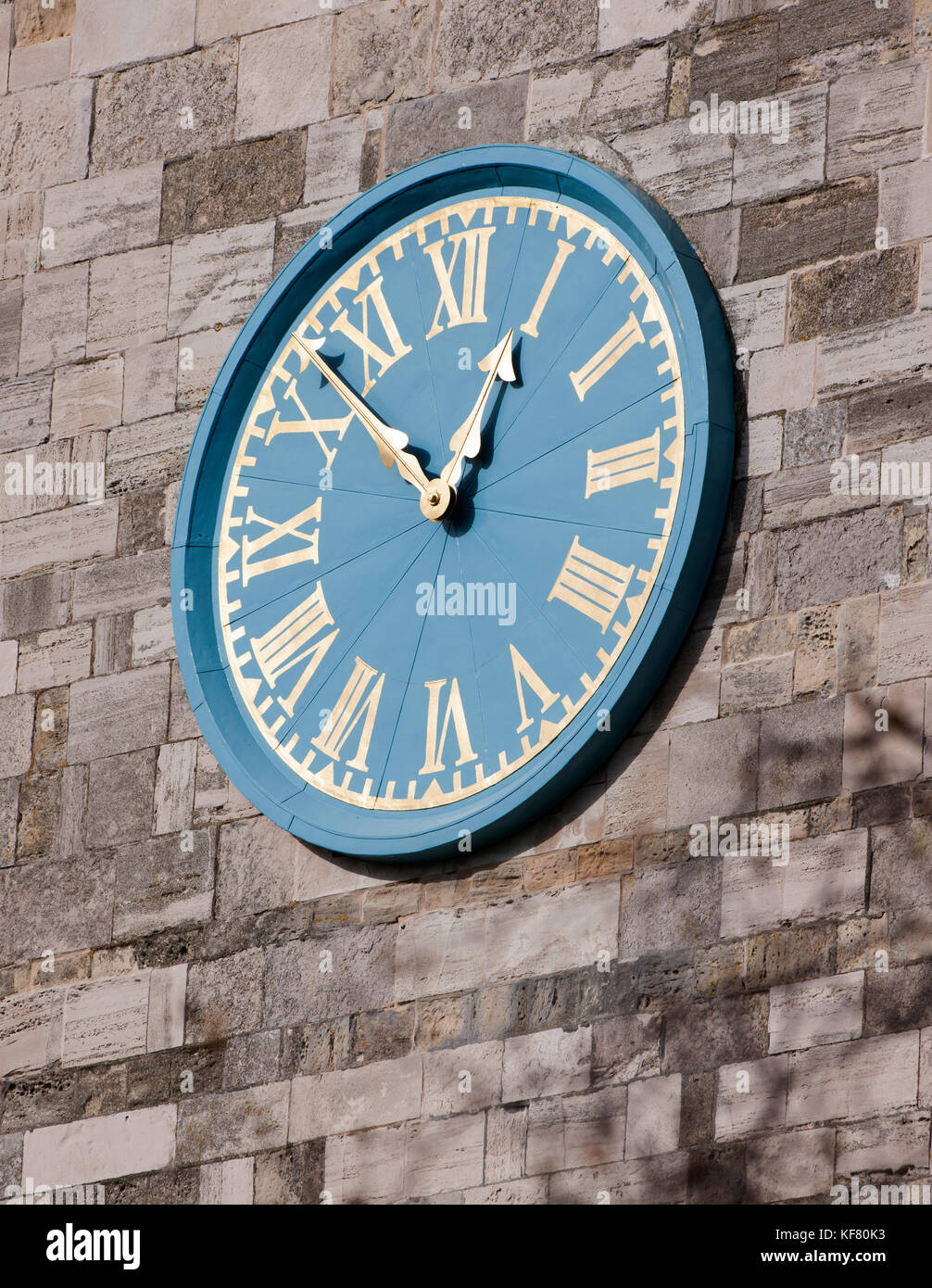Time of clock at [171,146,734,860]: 12:52
